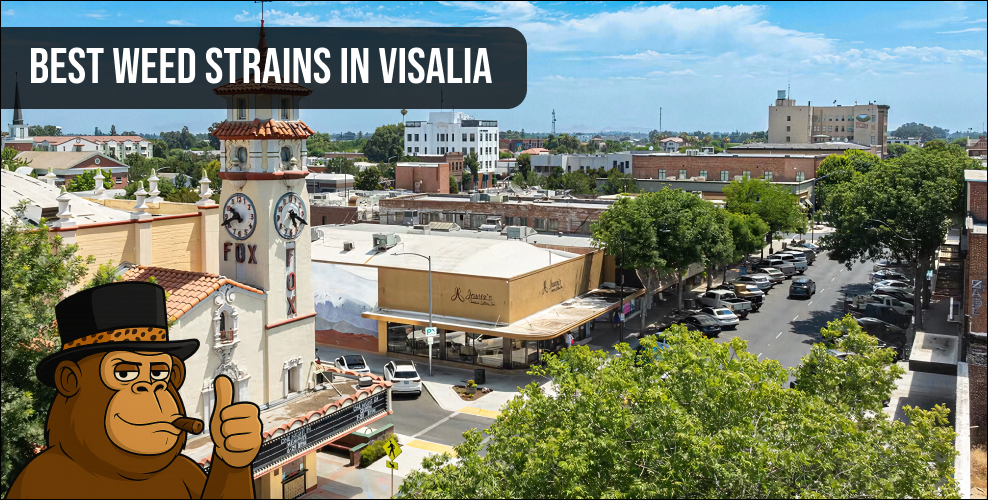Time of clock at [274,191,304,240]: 5:19
